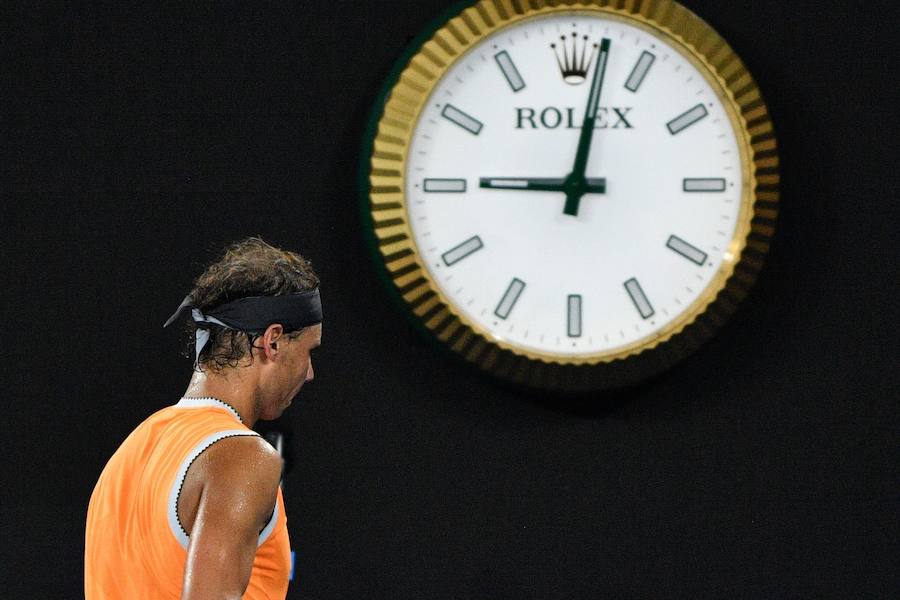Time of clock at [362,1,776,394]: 9:01
